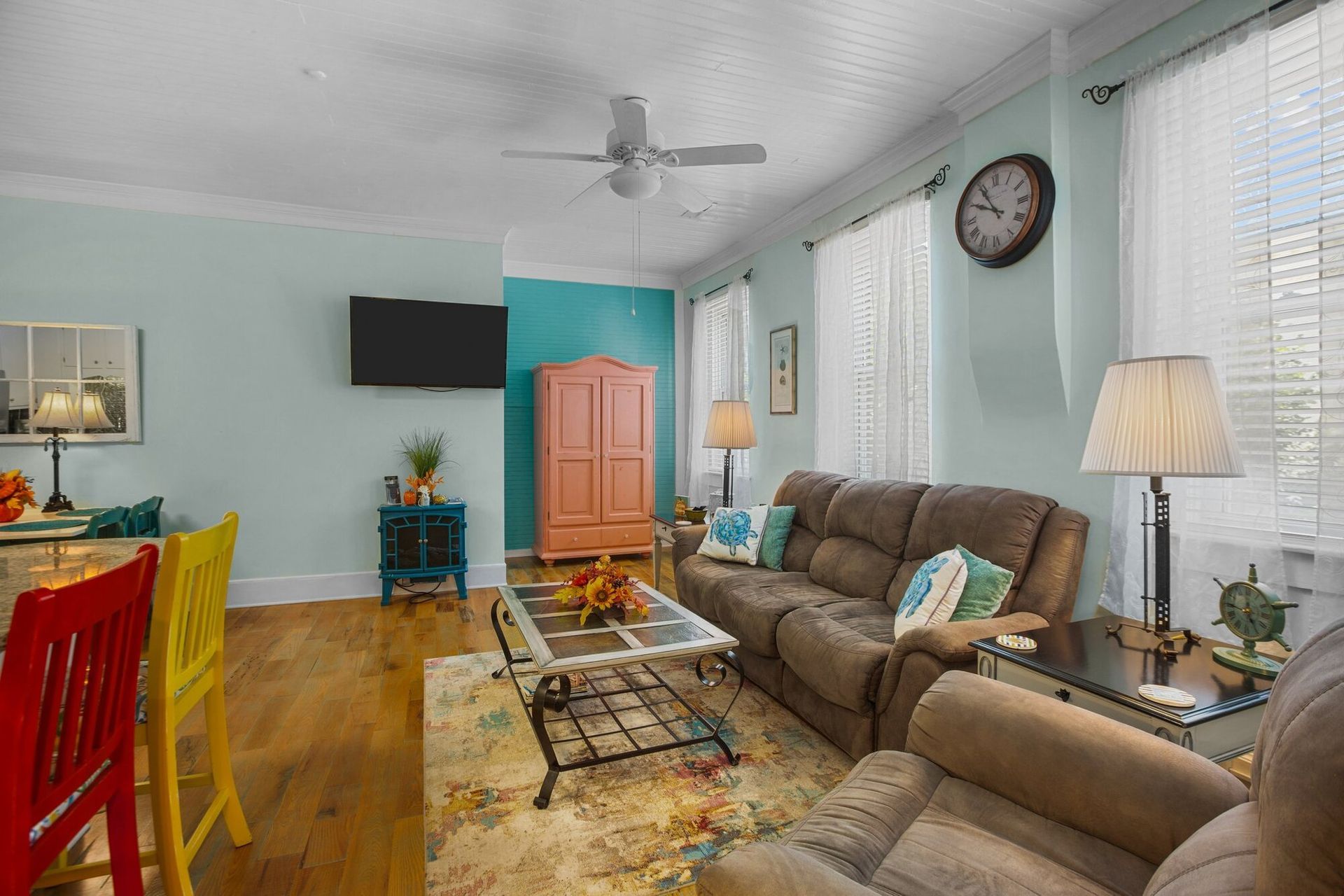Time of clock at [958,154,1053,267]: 9:54
